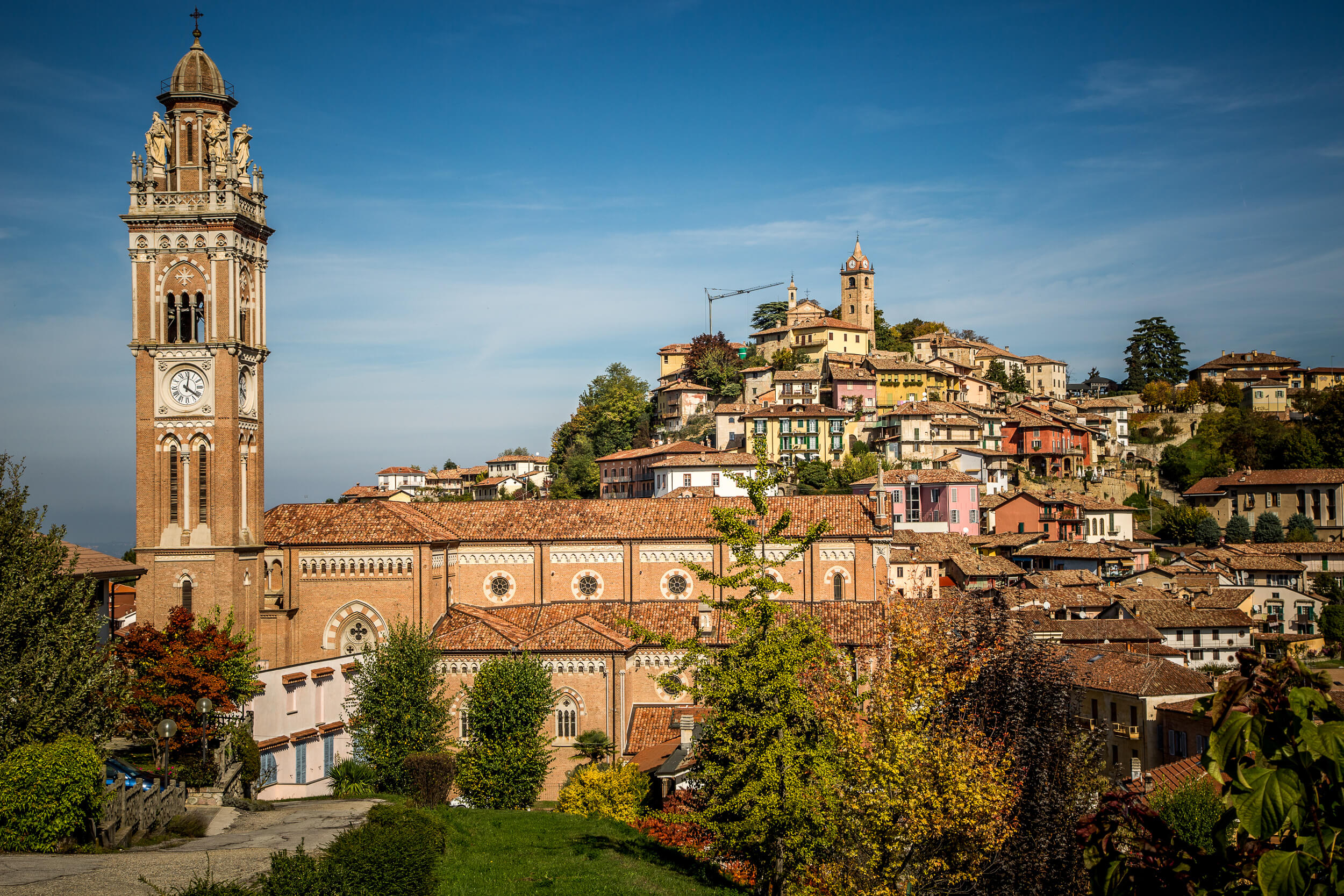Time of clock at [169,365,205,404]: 4:01
